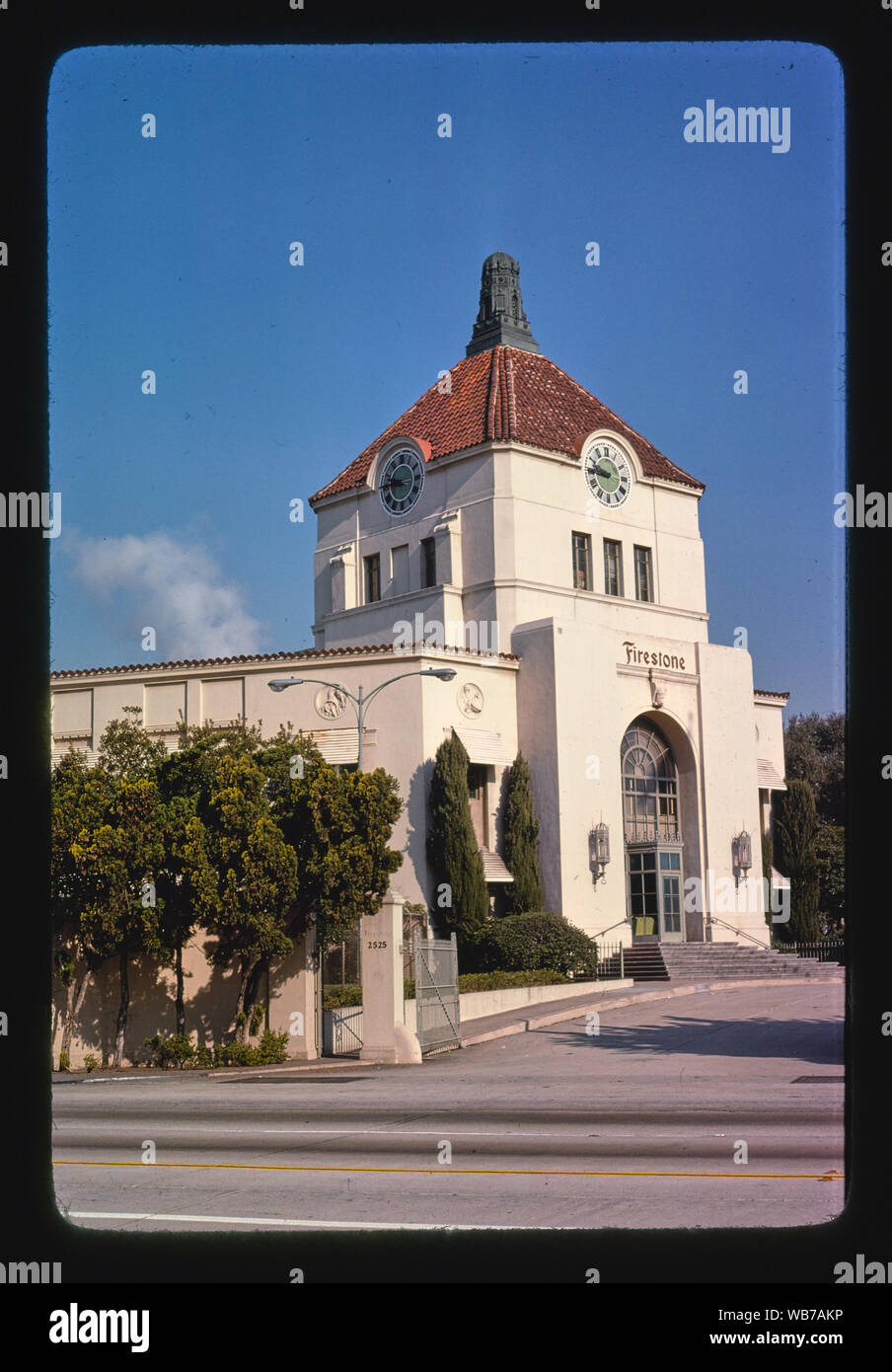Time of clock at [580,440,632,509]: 9:45
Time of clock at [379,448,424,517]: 9:44
